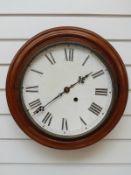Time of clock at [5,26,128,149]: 1:38
